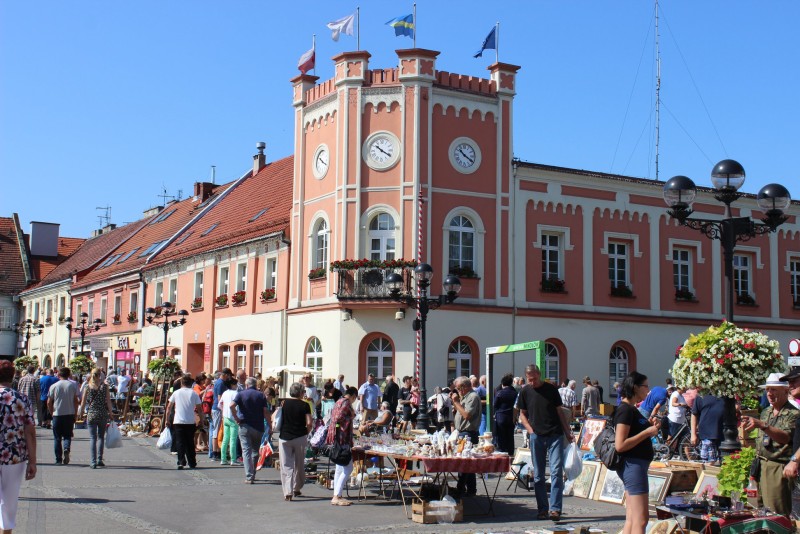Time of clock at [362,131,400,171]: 10:19
